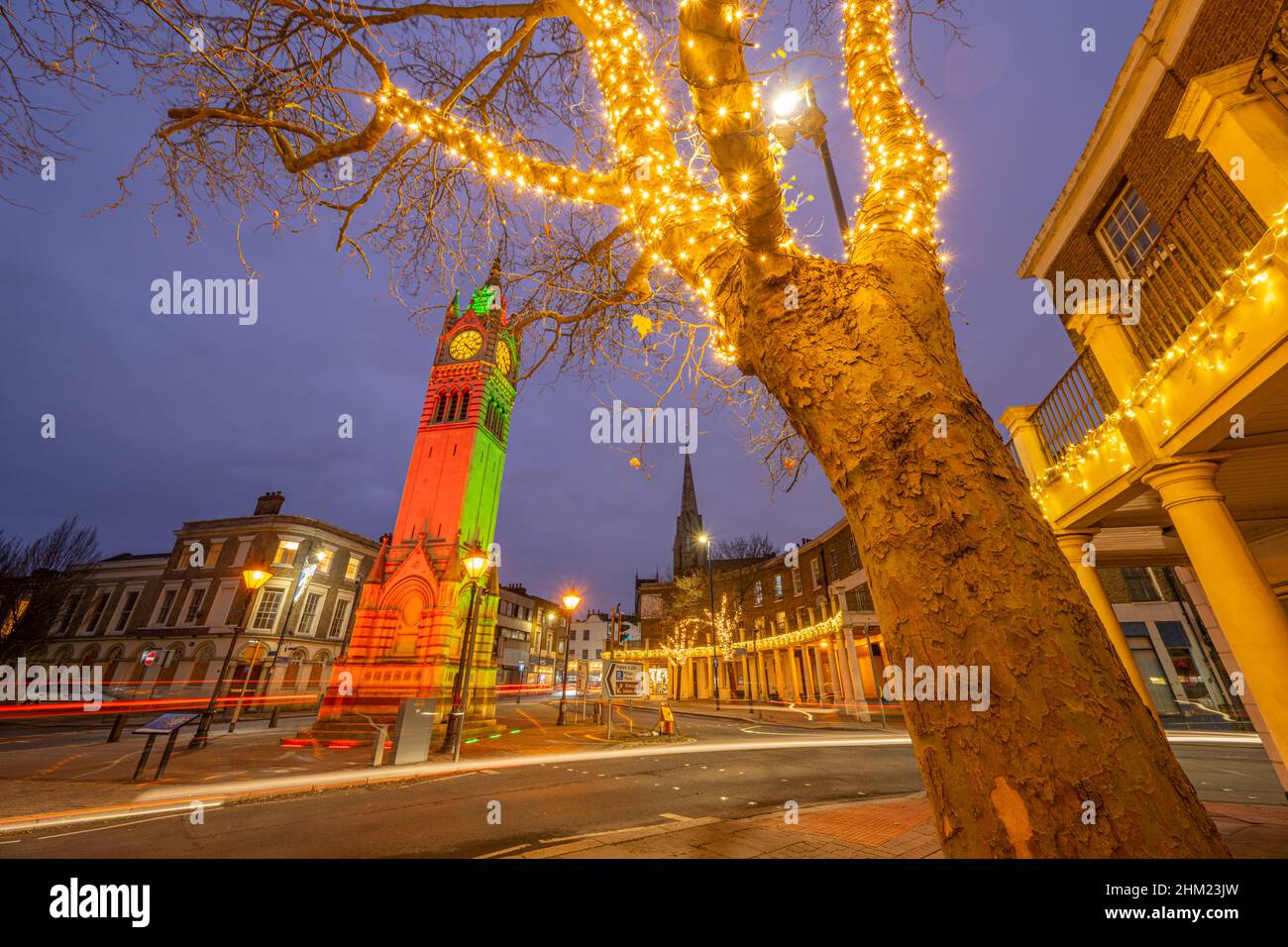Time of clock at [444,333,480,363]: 4:22
